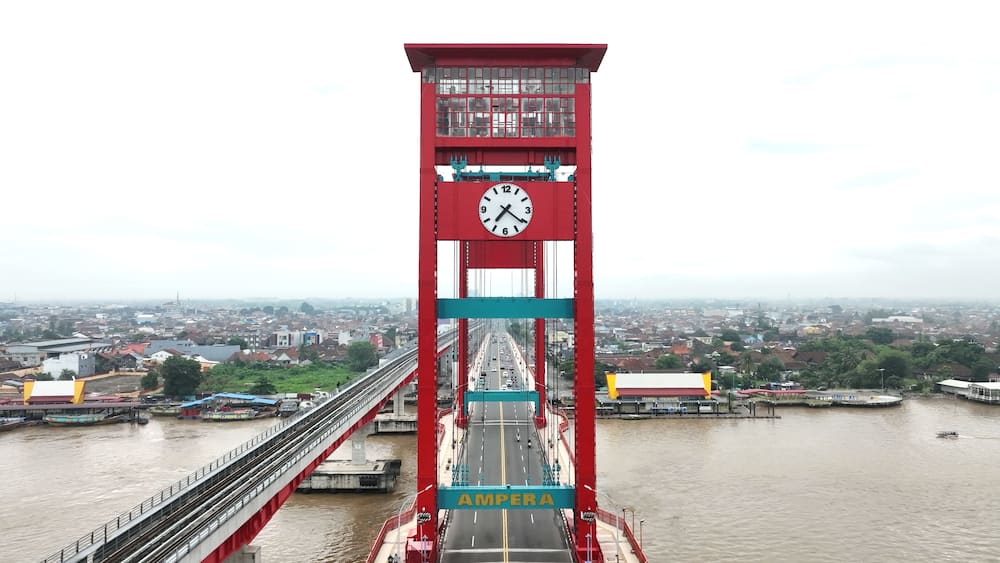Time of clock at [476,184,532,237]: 7:20
